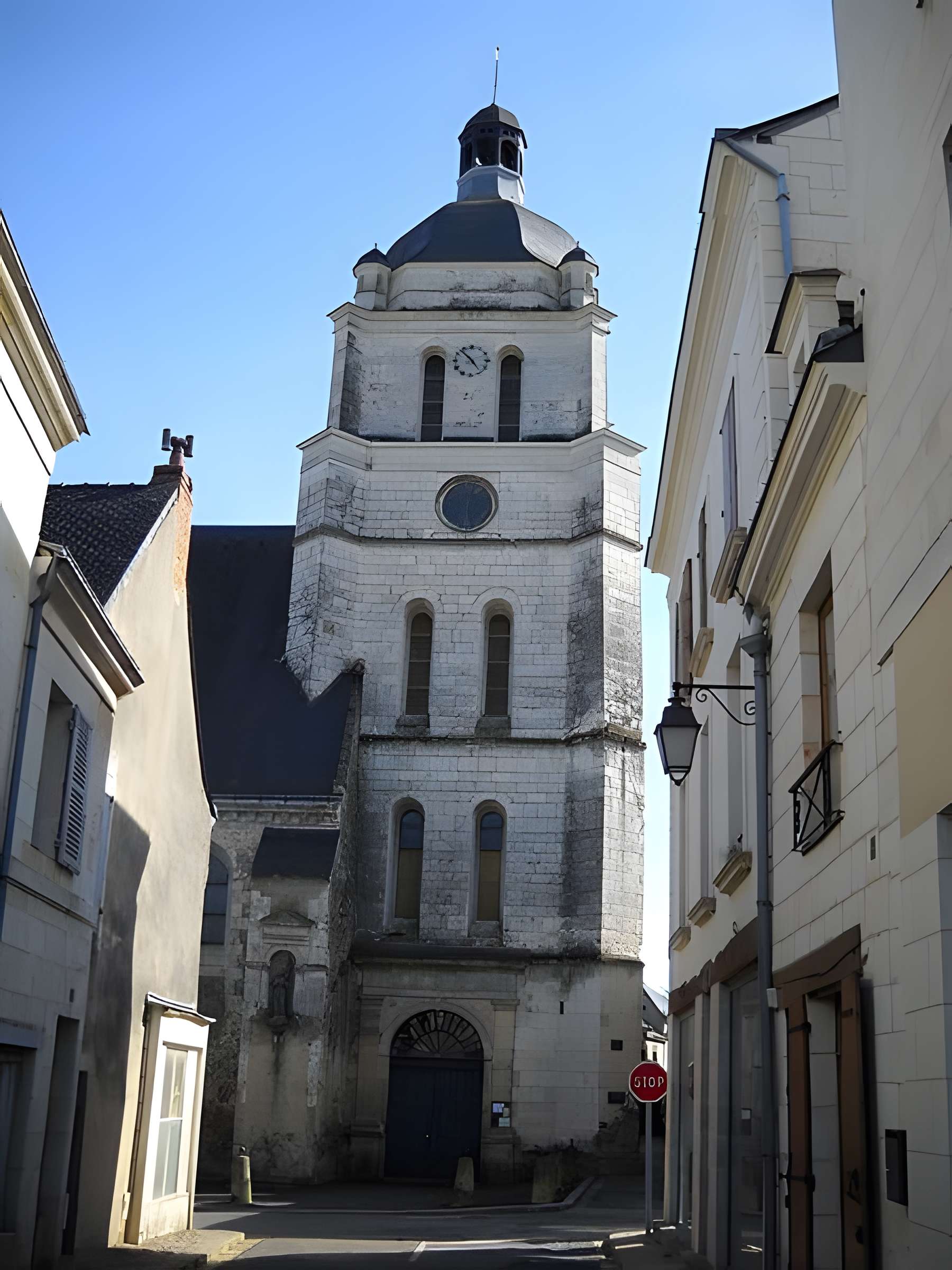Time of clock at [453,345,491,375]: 4:52
